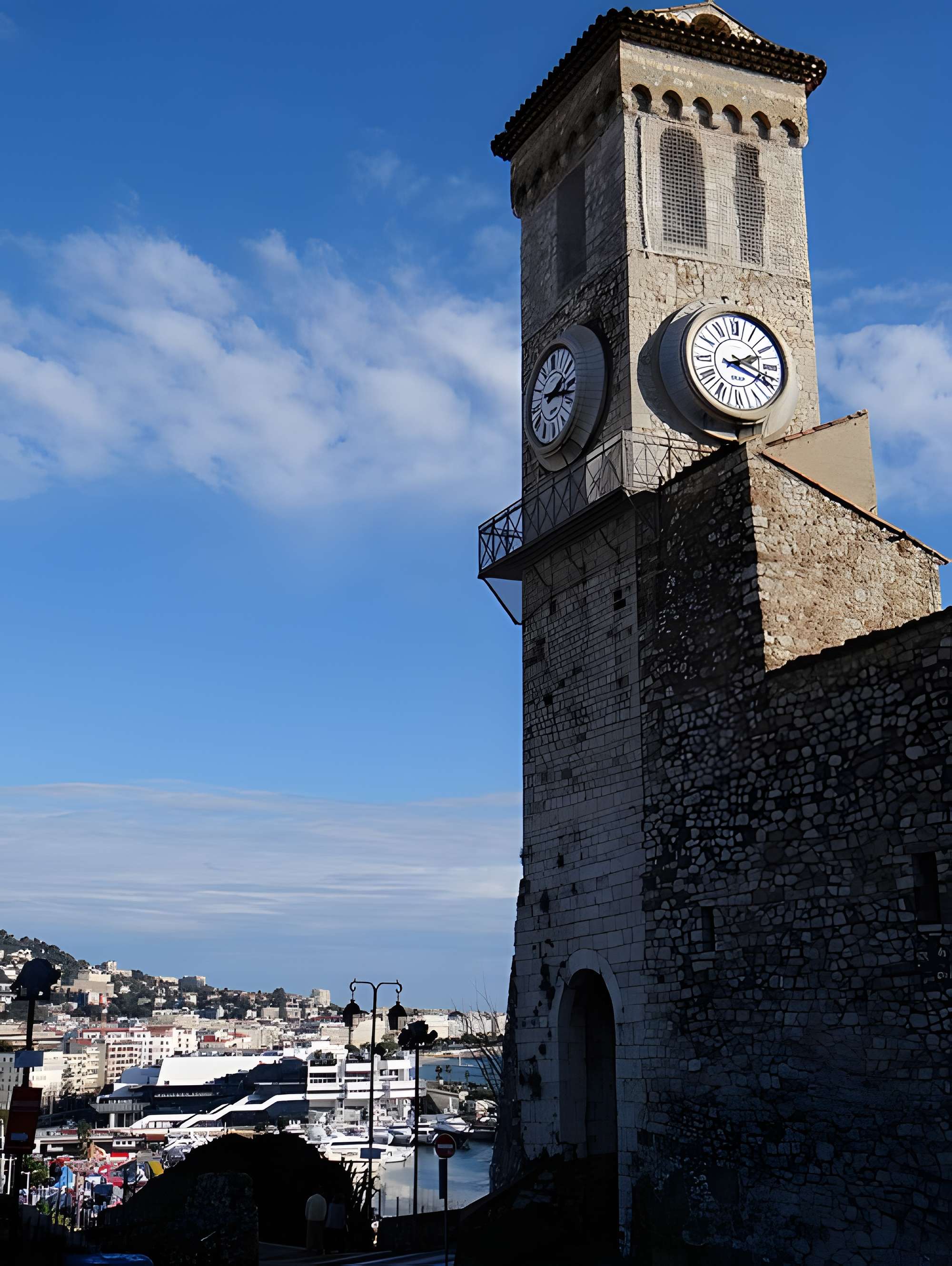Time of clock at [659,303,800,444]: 2:18
